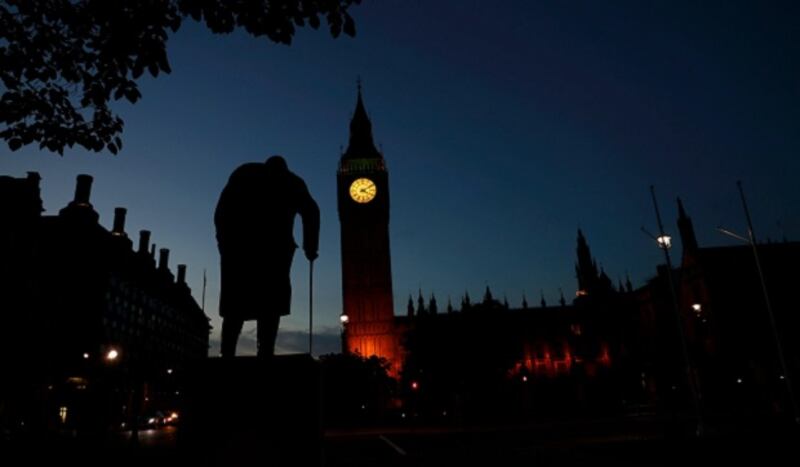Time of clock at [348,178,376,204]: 4:10
